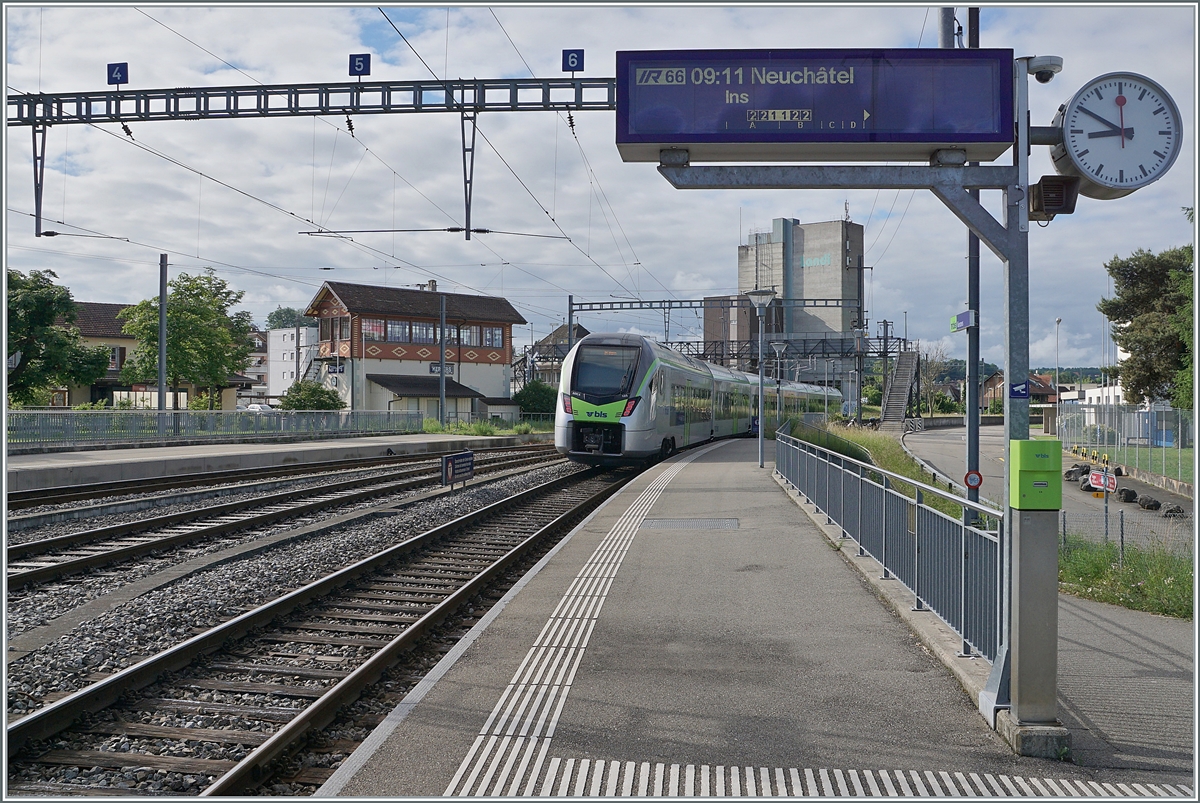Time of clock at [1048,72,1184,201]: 8:50
